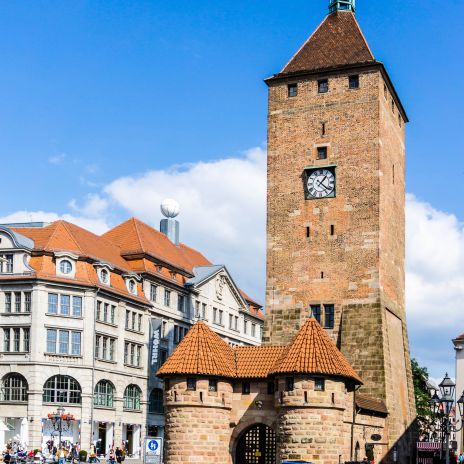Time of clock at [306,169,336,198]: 1:21
